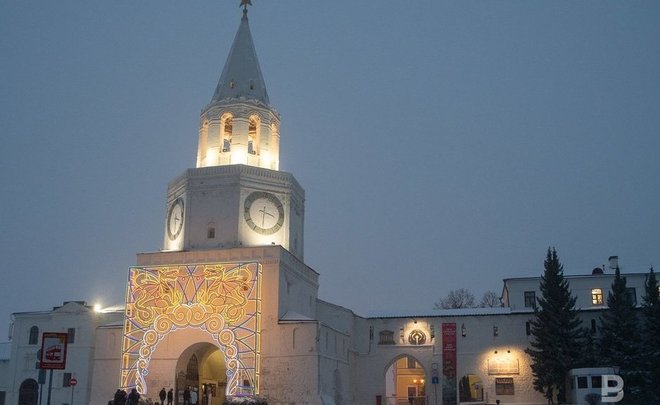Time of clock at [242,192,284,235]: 3:30
